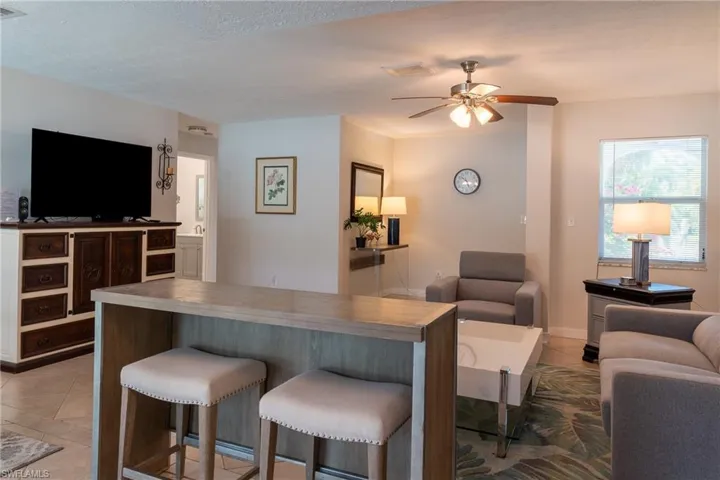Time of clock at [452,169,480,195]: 10:26
